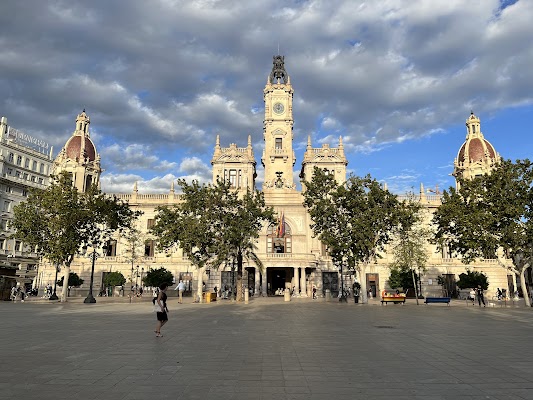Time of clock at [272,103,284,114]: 9:01
